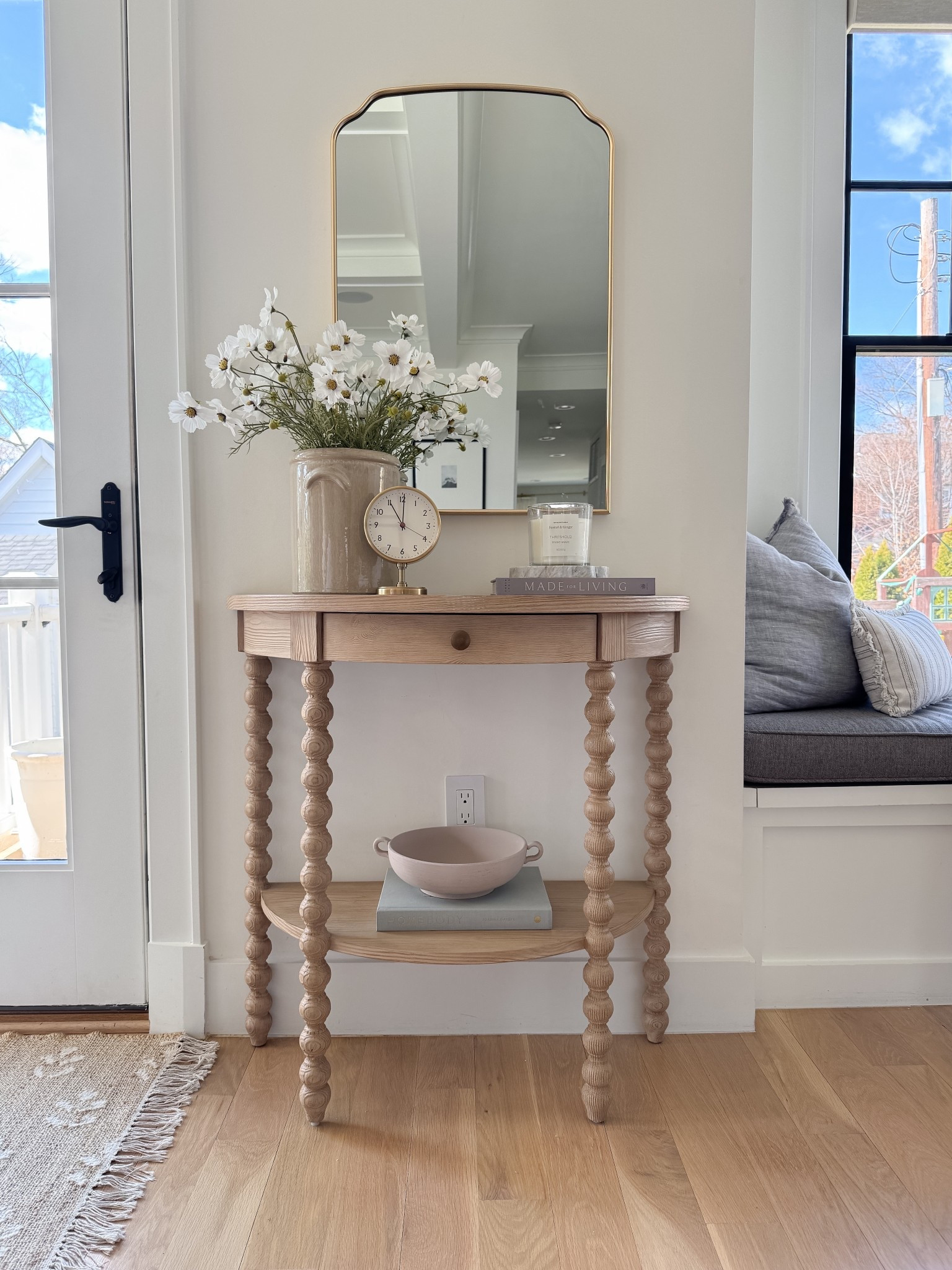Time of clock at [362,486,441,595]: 11:00
